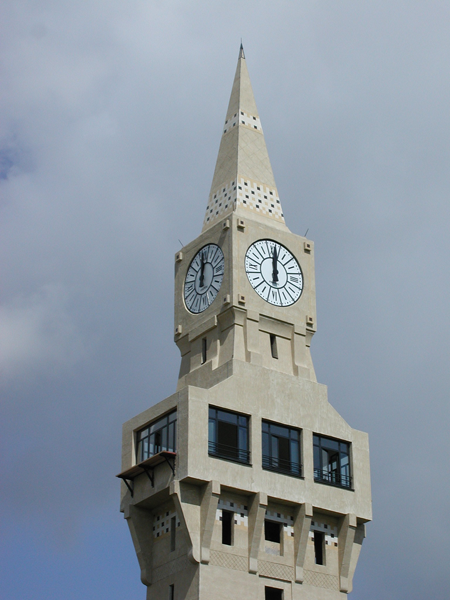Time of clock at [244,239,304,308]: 12:01
